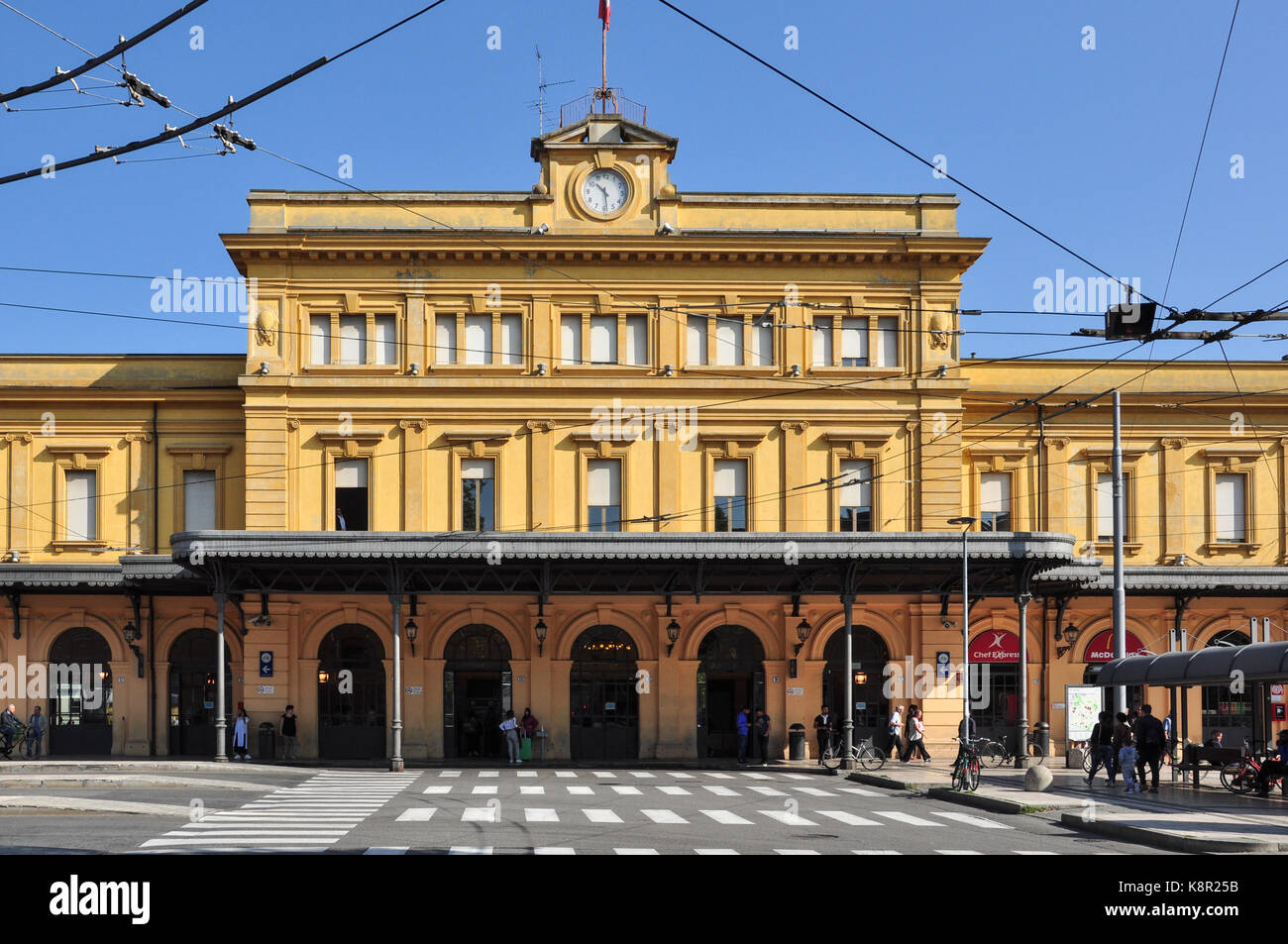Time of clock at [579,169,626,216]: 10:28
